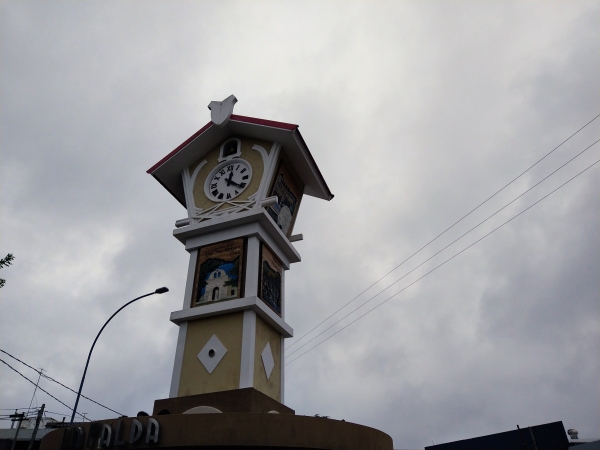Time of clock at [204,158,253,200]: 12:20
